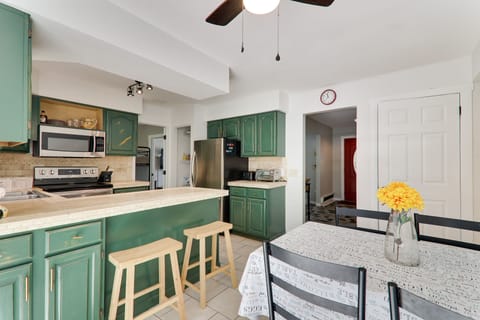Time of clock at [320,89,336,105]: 11:37
